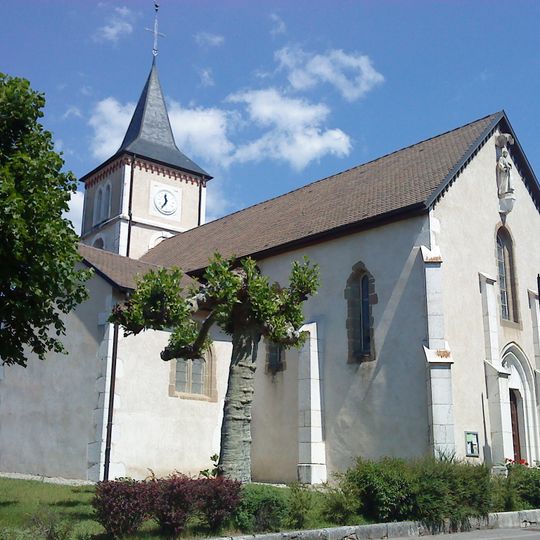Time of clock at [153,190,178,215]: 11:35
